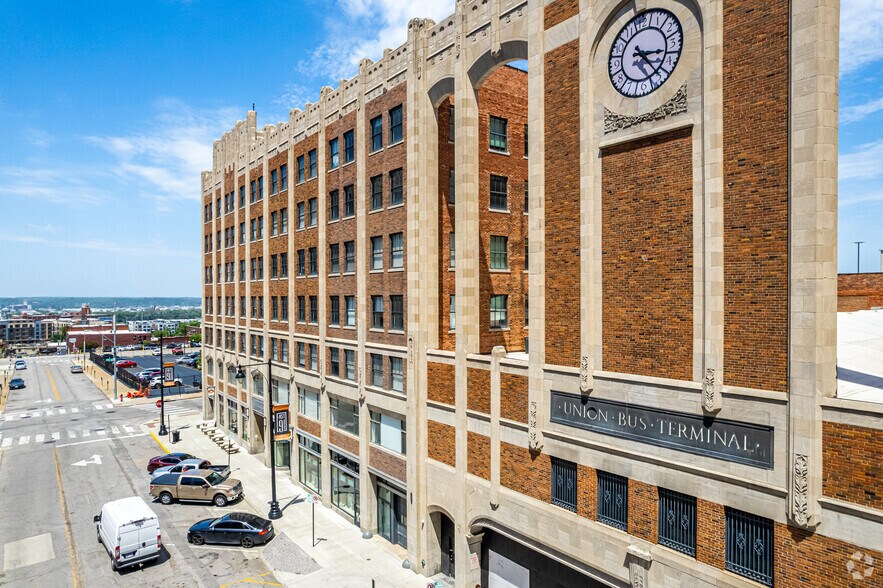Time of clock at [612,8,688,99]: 3:23
